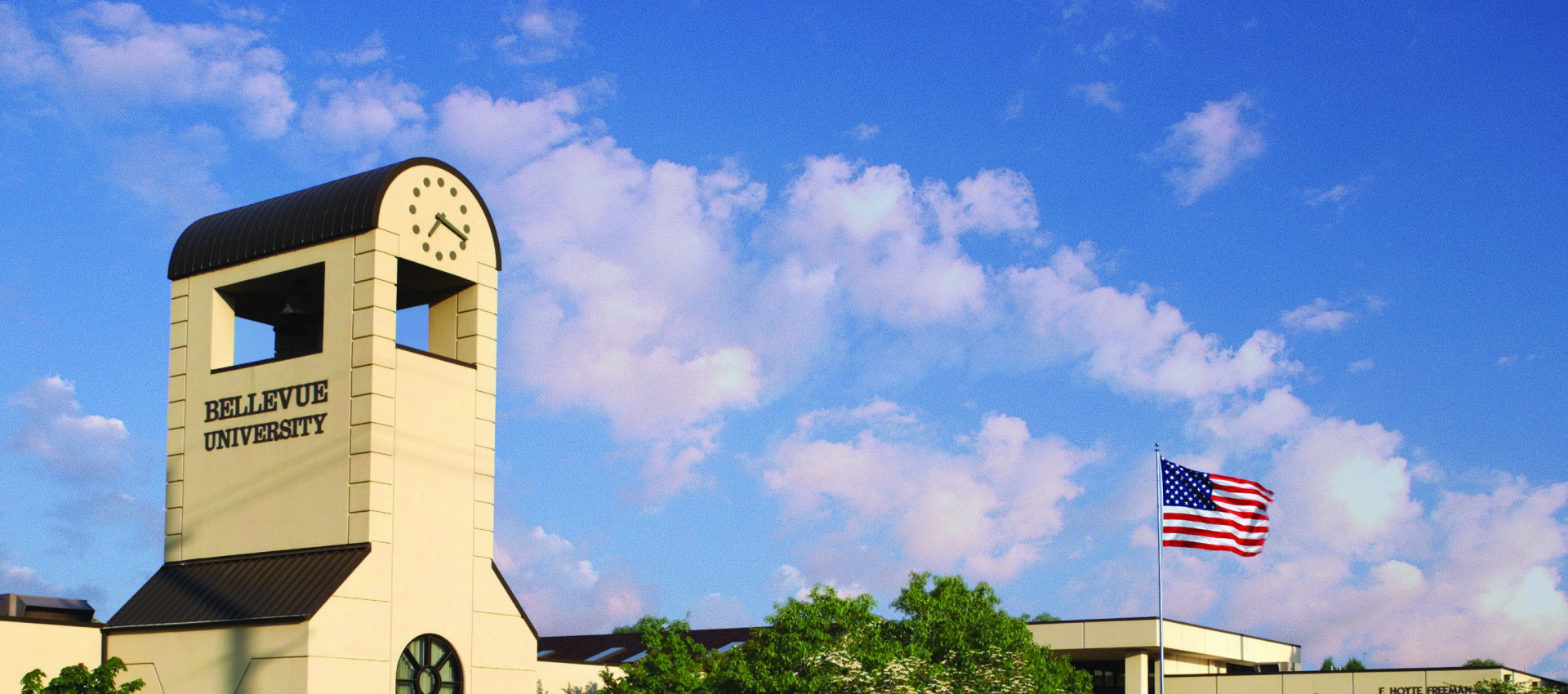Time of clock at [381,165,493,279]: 7:18
